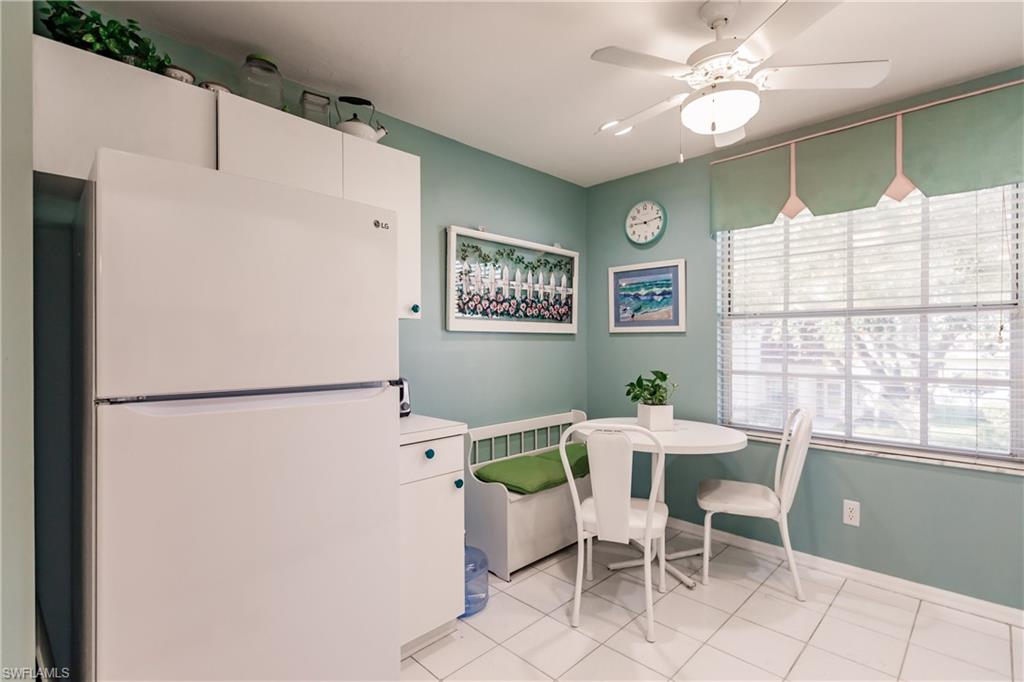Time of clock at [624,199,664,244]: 9:13
